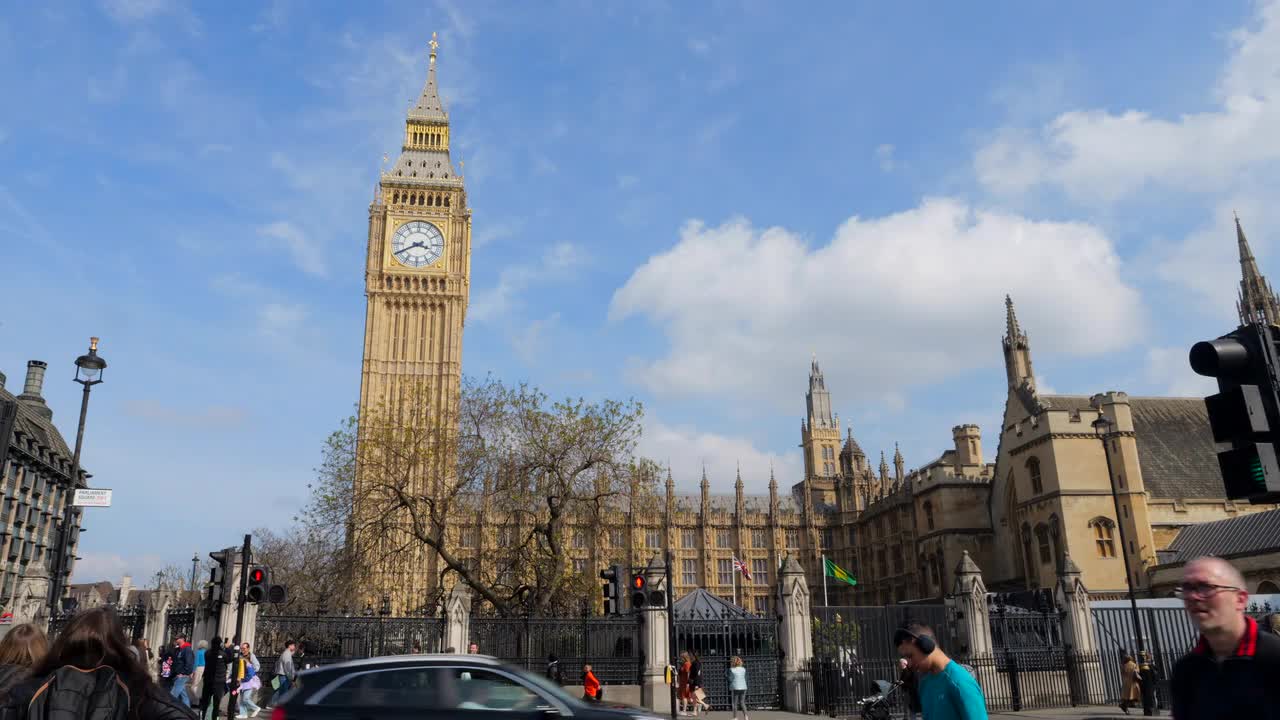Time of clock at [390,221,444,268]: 3:40
